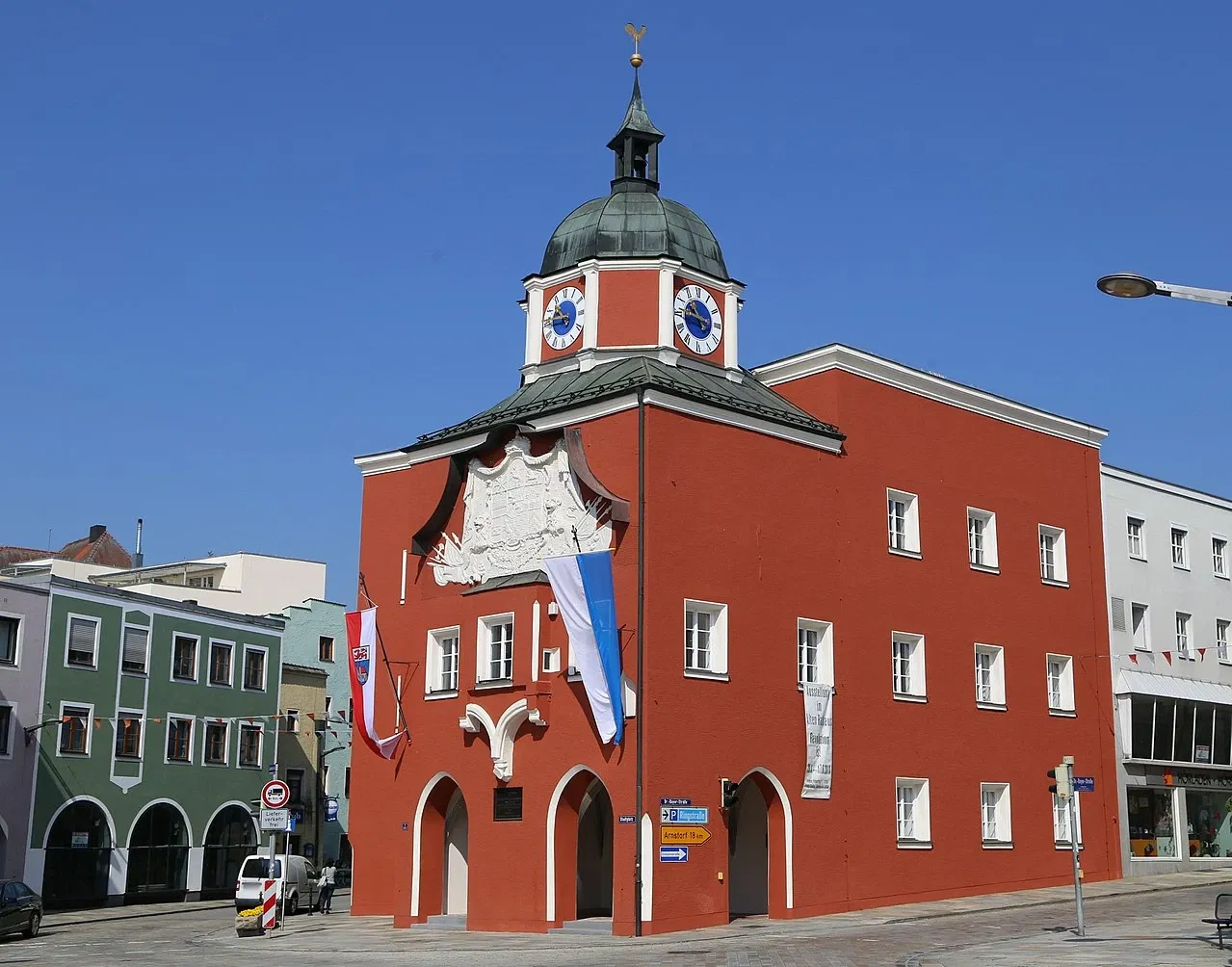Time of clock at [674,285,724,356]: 10:46
